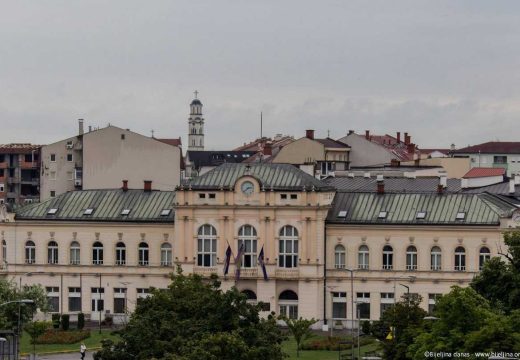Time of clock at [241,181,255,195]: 2:38
